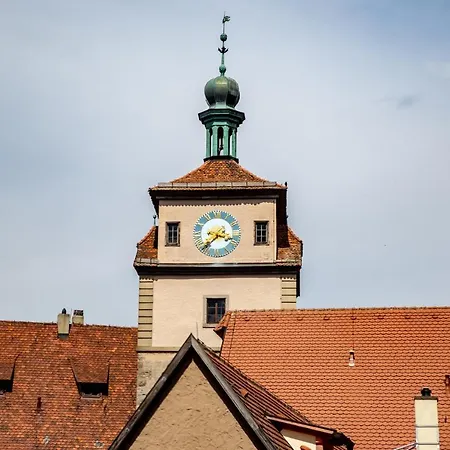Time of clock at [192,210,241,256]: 3:37
